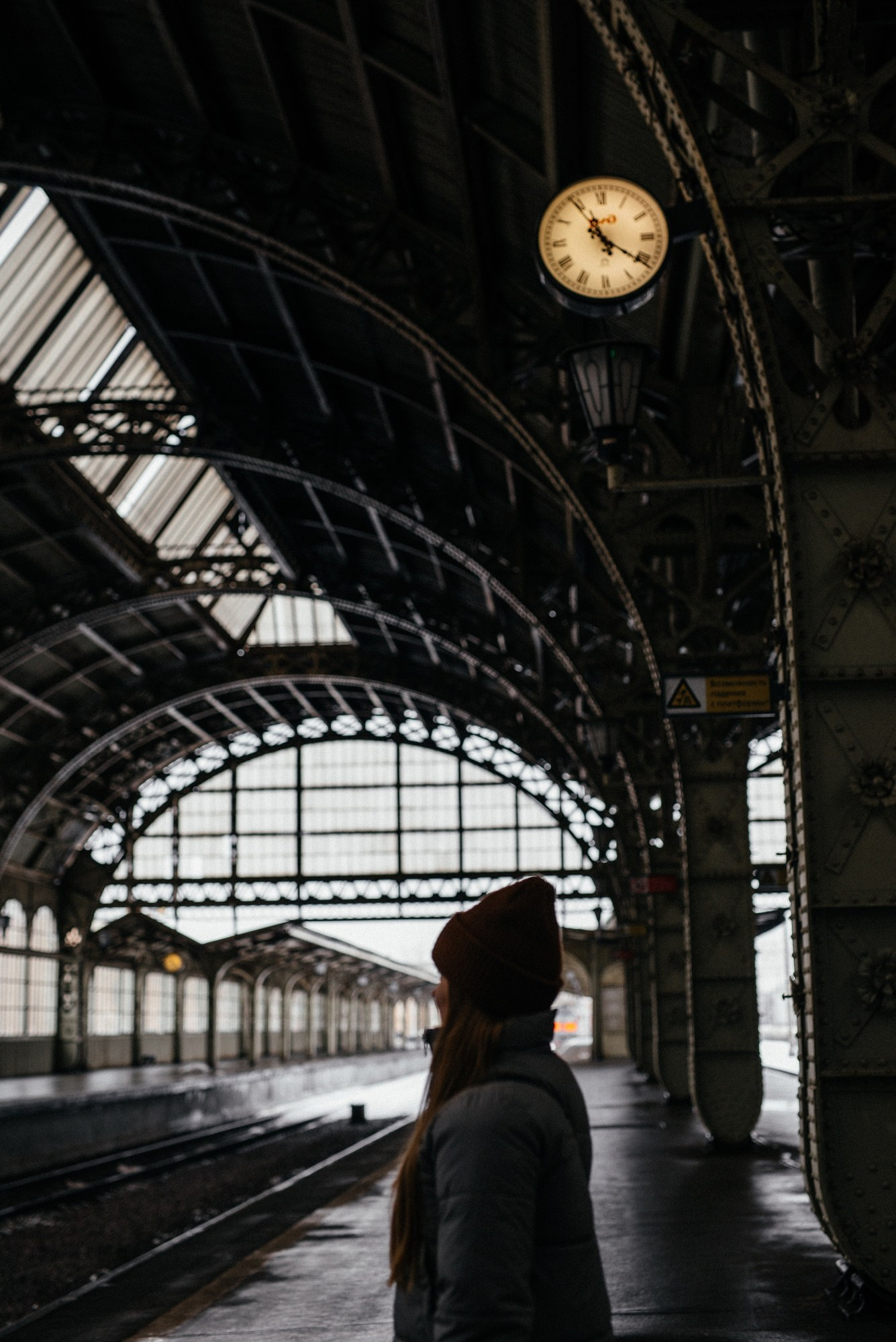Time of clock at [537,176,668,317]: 11:20
